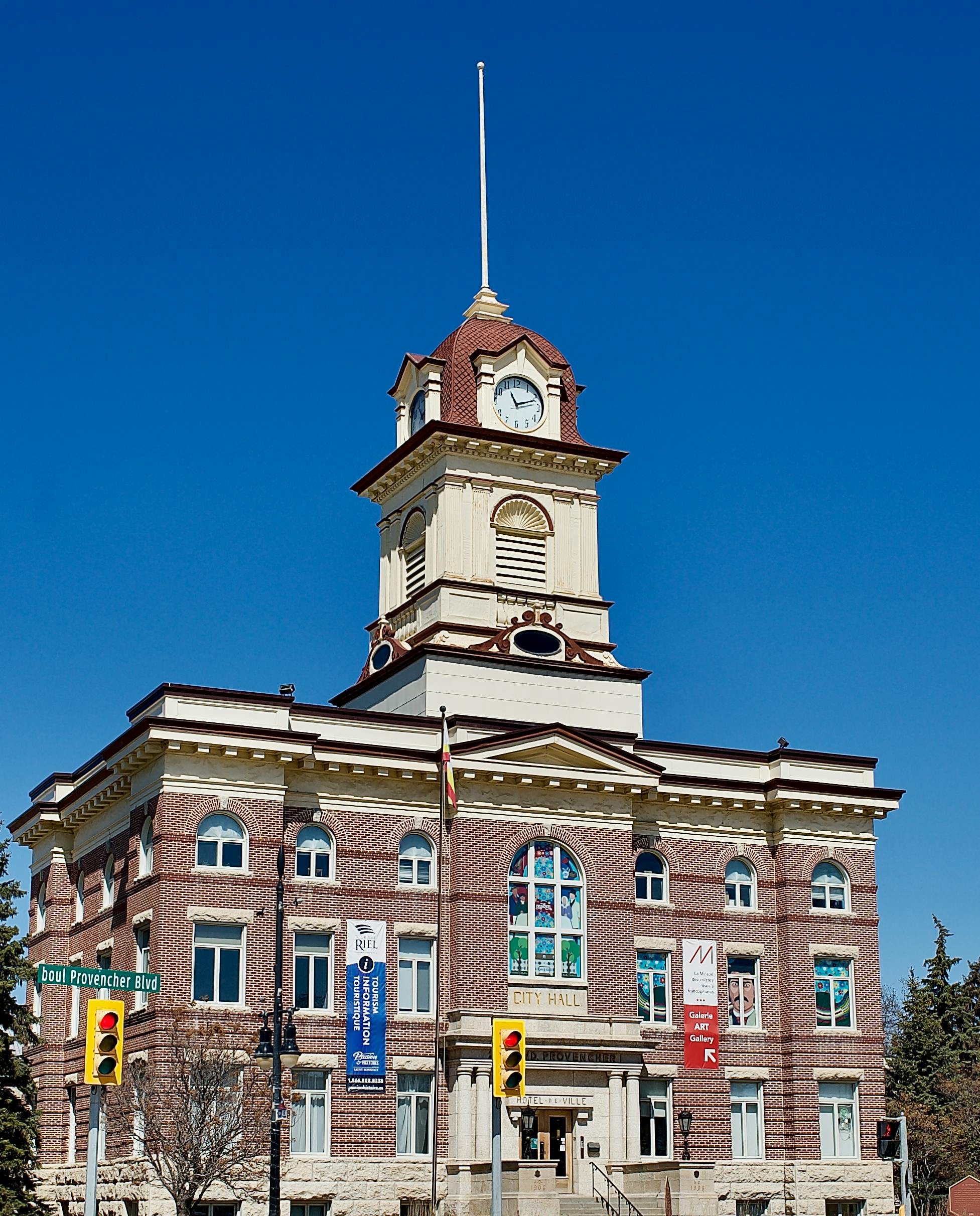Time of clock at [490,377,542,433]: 11:11
